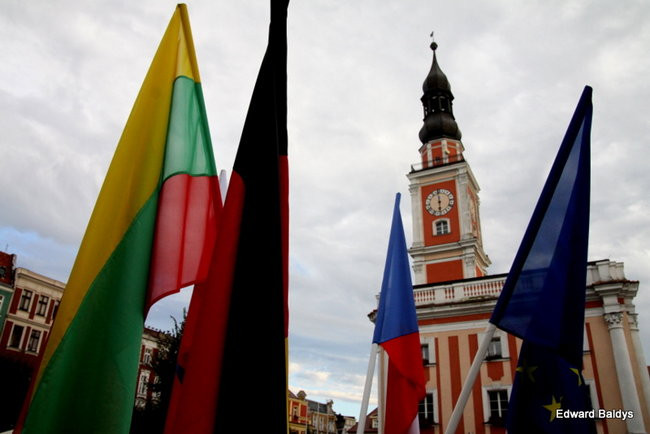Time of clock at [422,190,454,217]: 5:59
